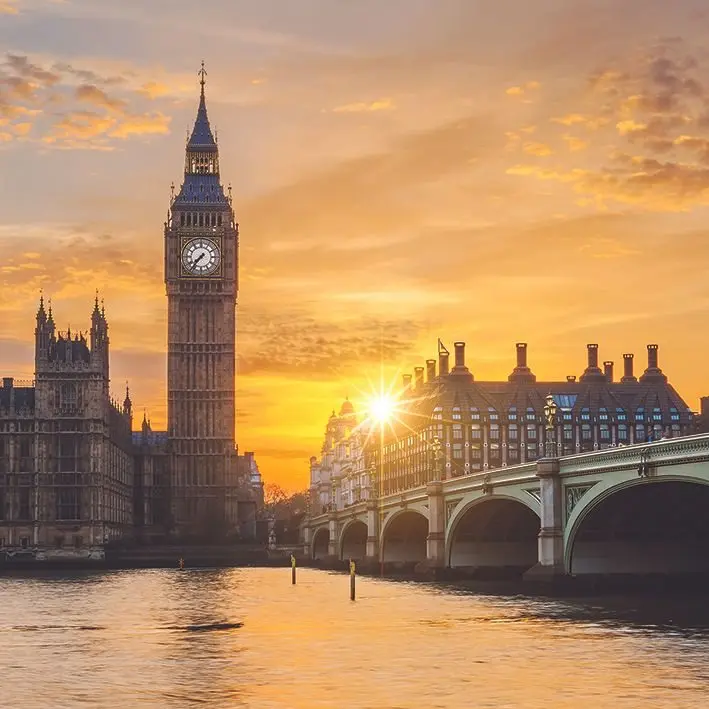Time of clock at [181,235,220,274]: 7:36
